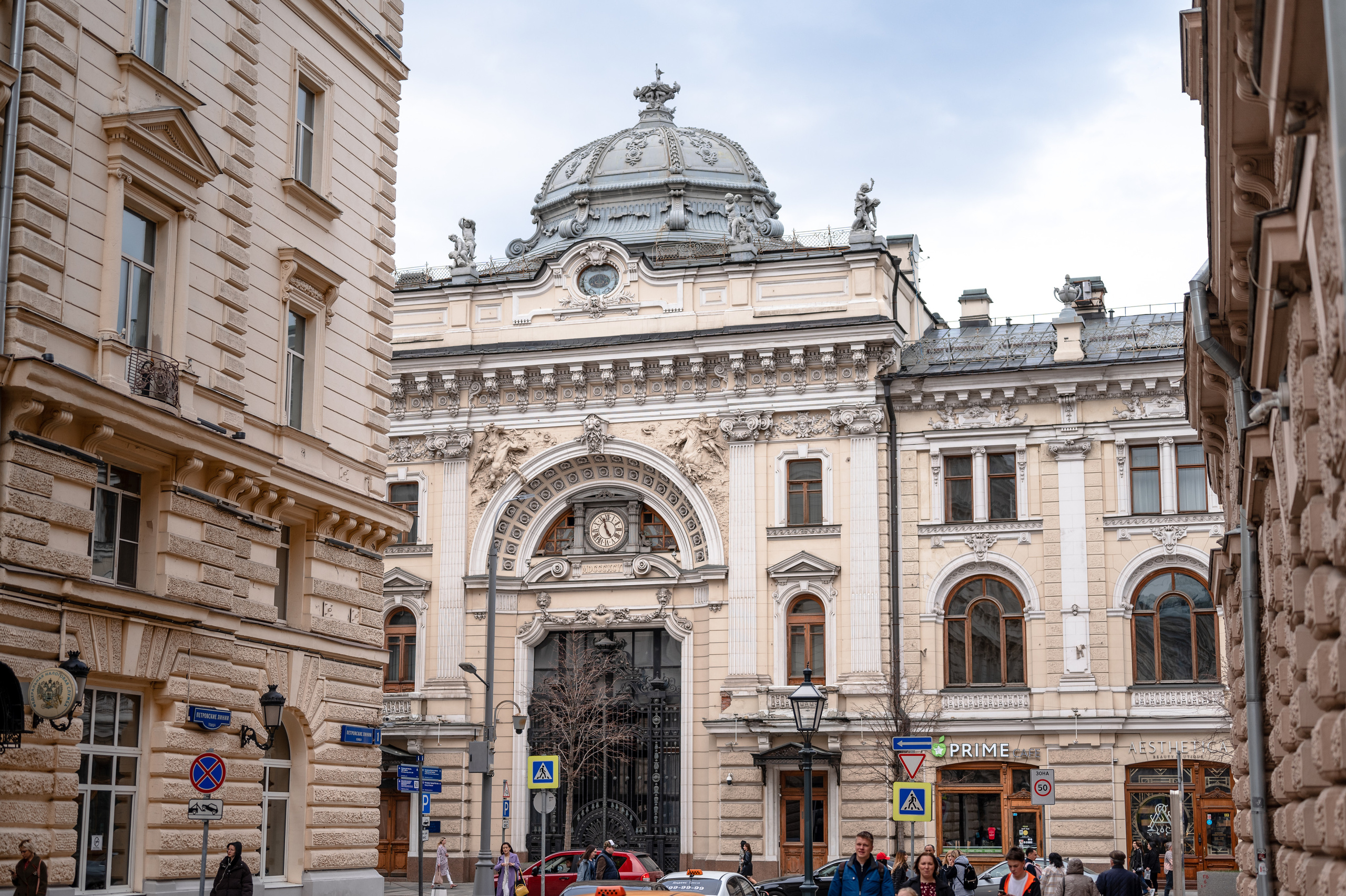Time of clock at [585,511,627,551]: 4:57
